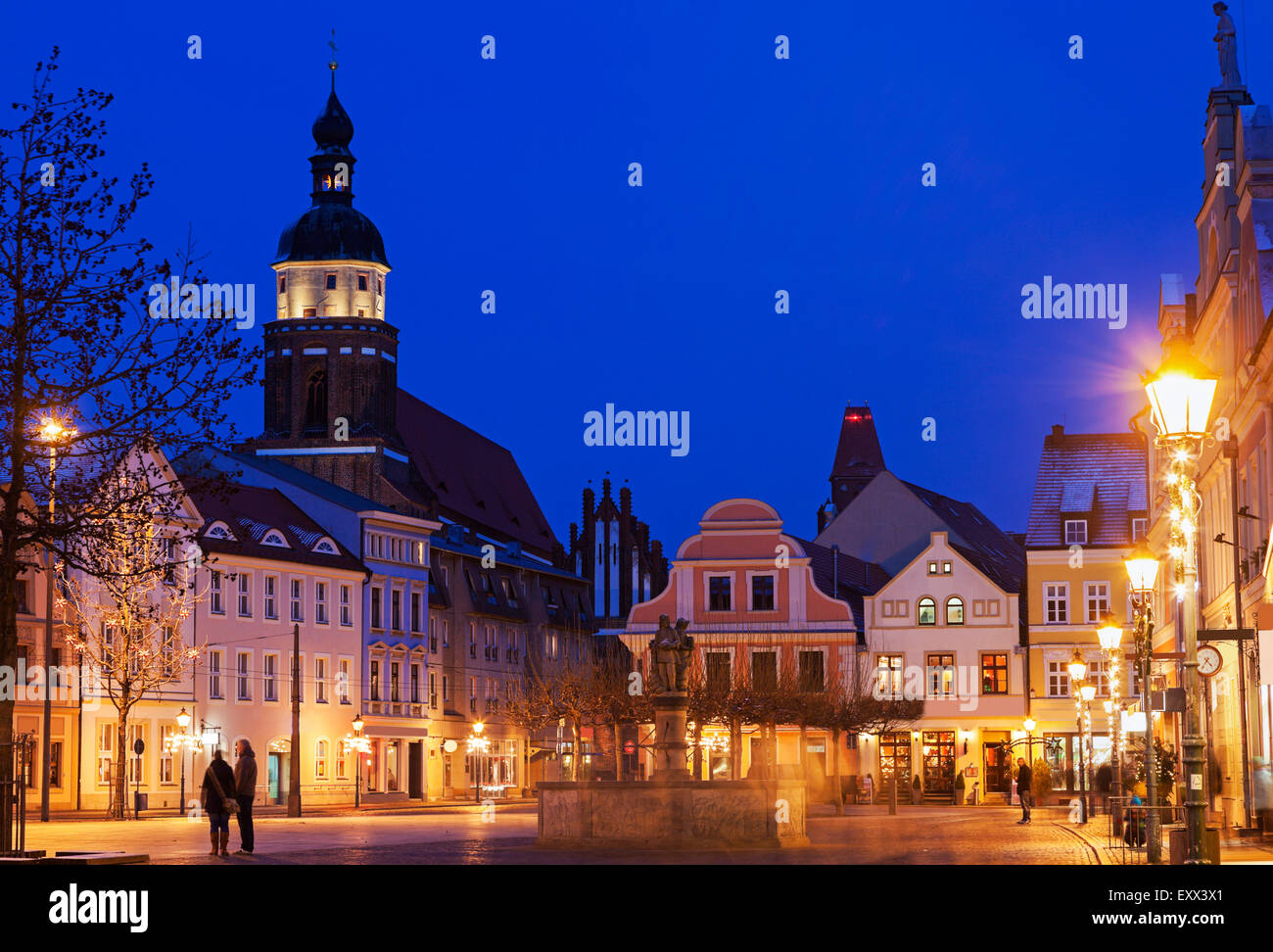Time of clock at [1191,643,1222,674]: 4:35
